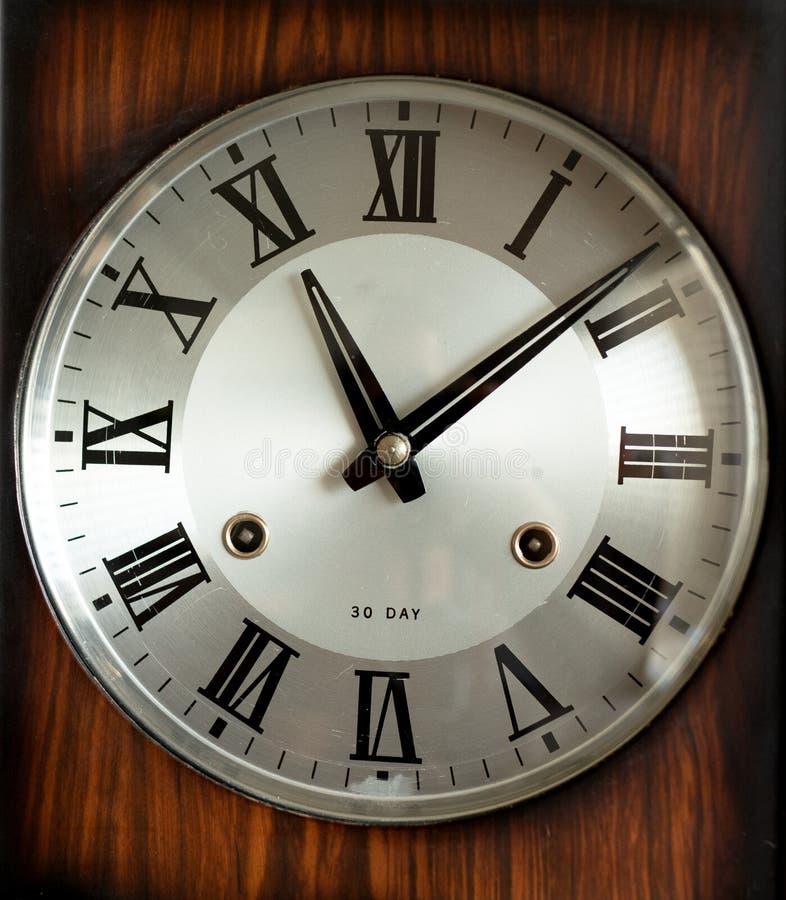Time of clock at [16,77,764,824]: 11:08
